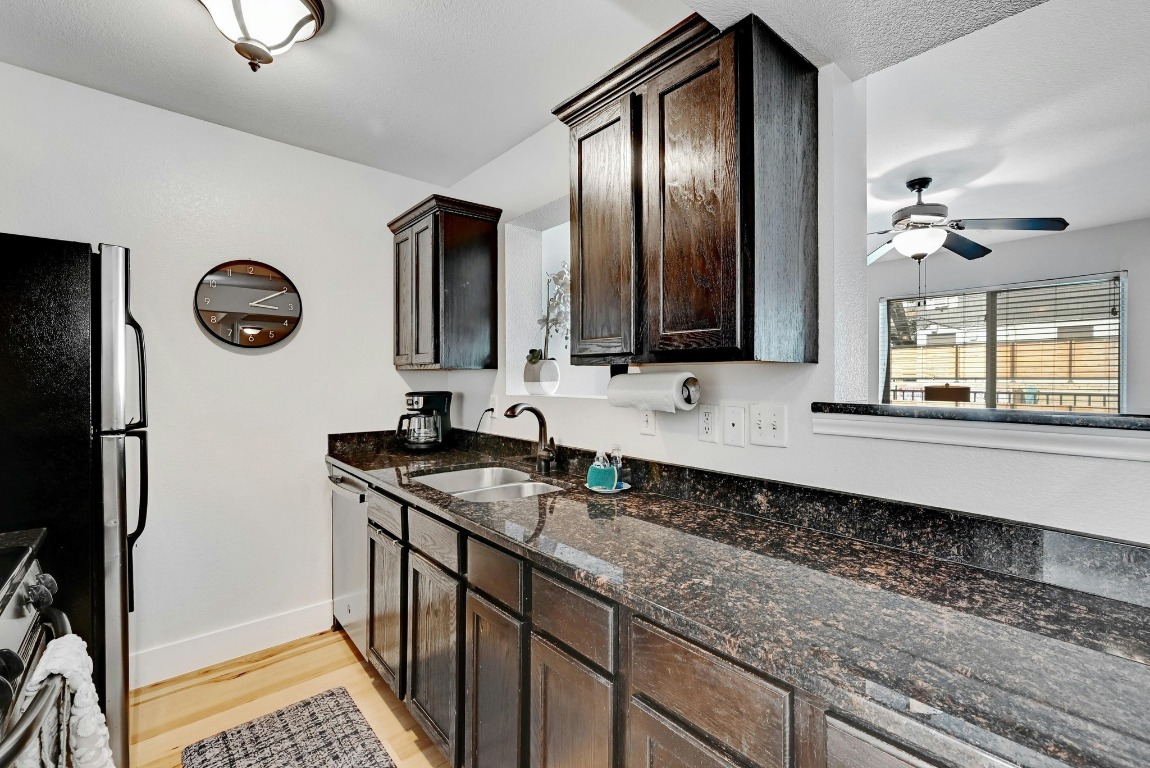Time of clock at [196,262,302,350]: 3:10
